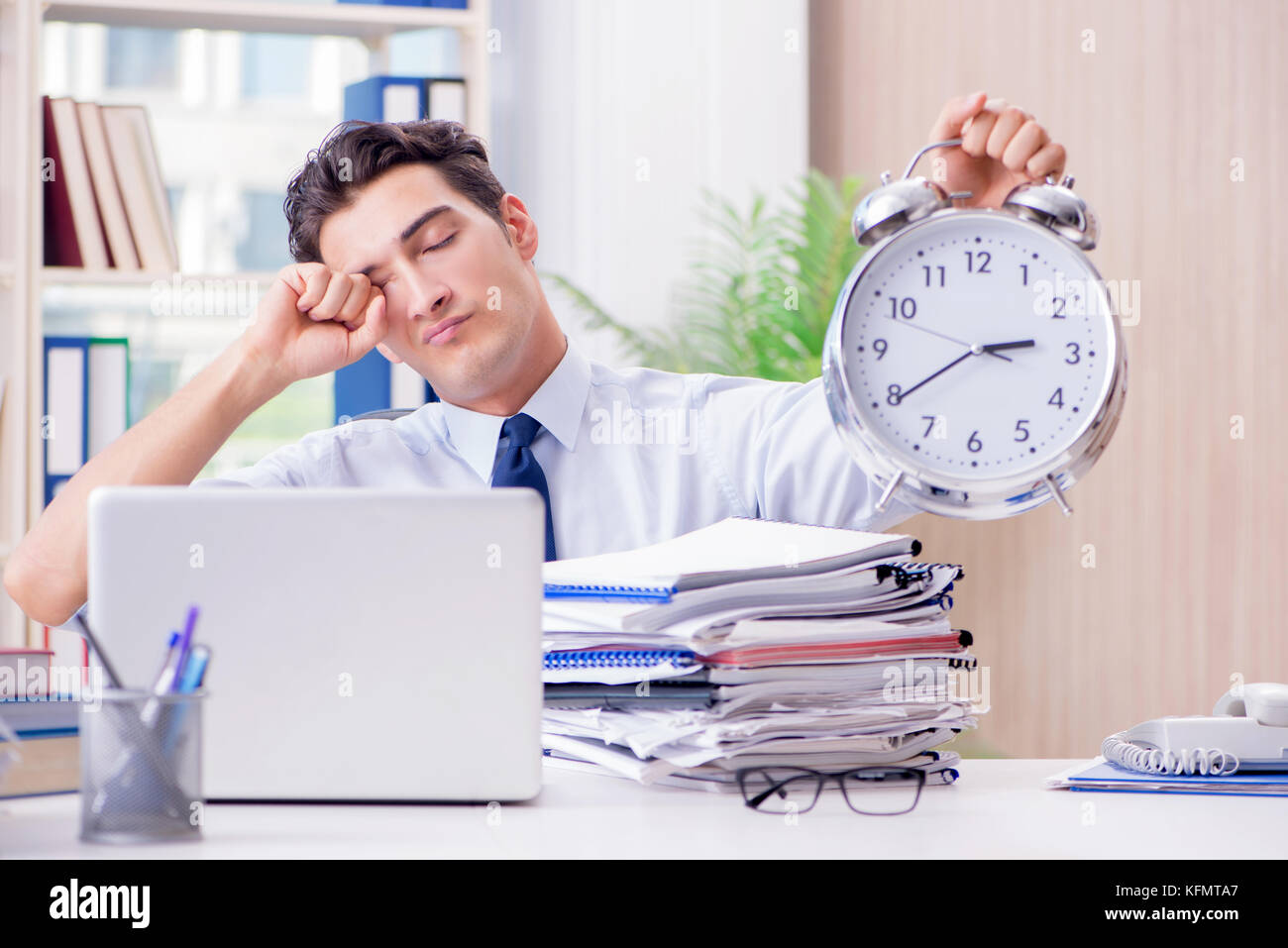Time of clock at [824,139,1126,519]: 2:39
